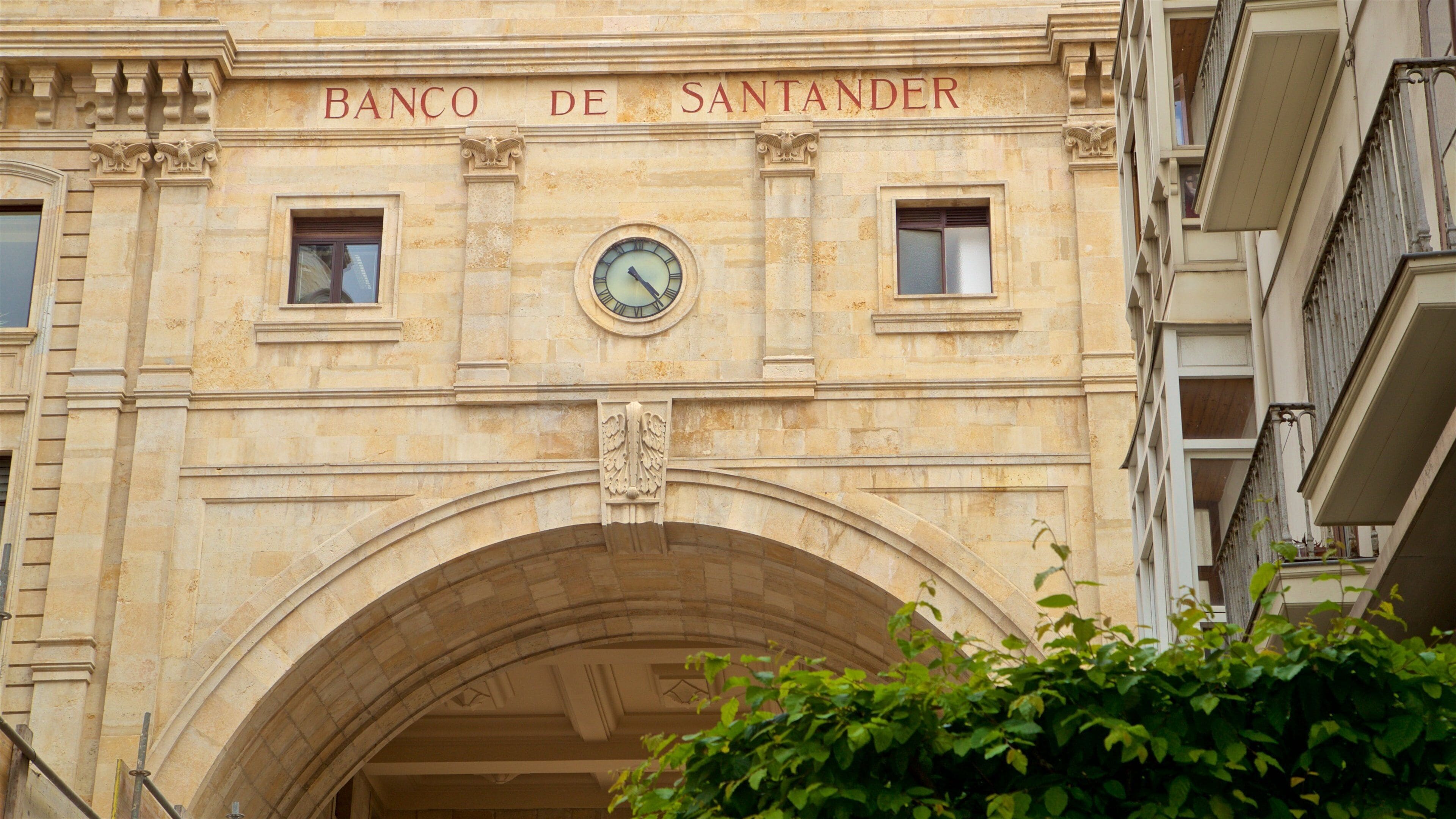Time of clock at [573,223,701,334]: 4:23
